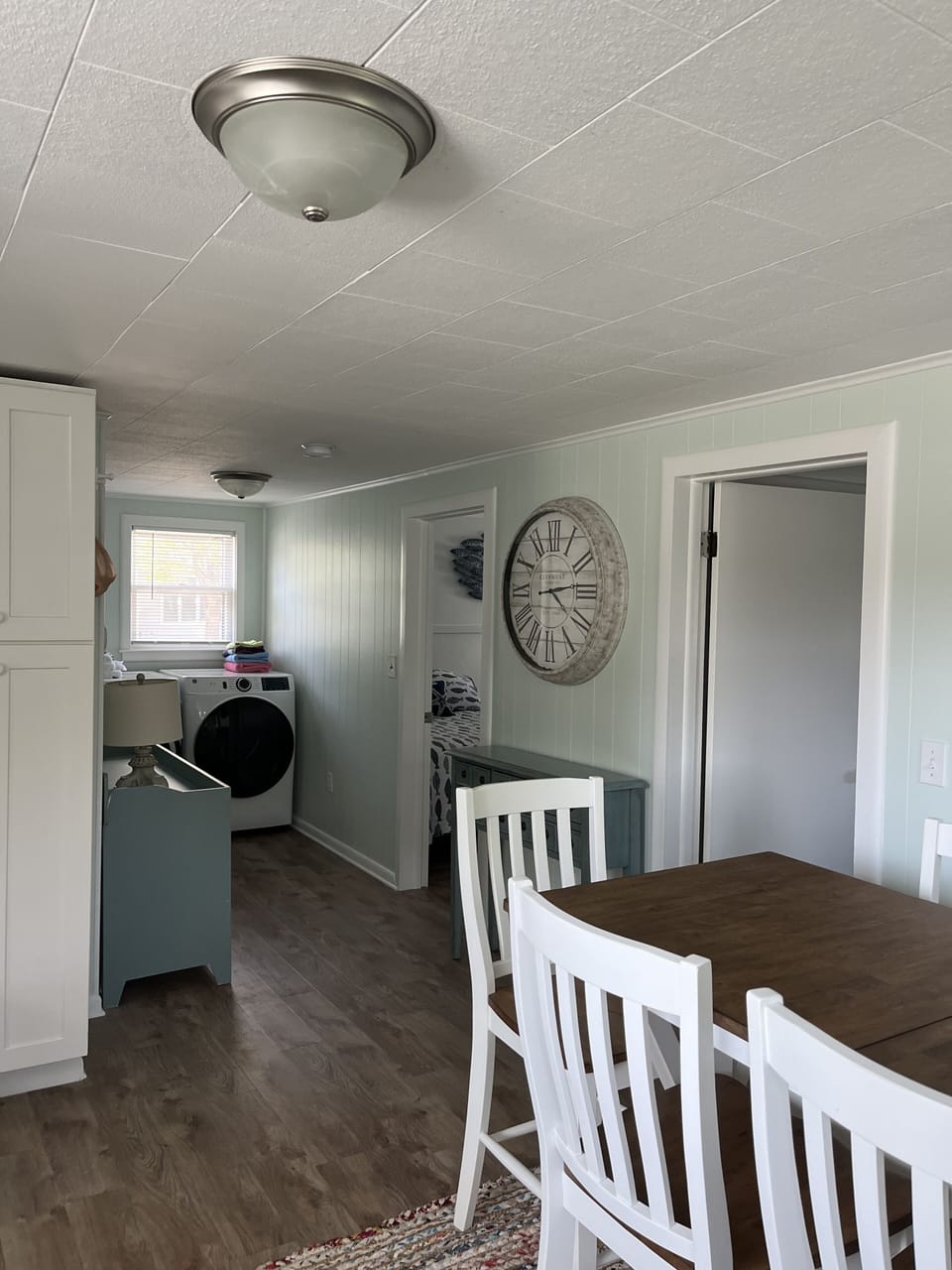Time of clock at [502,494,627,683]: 4:13
